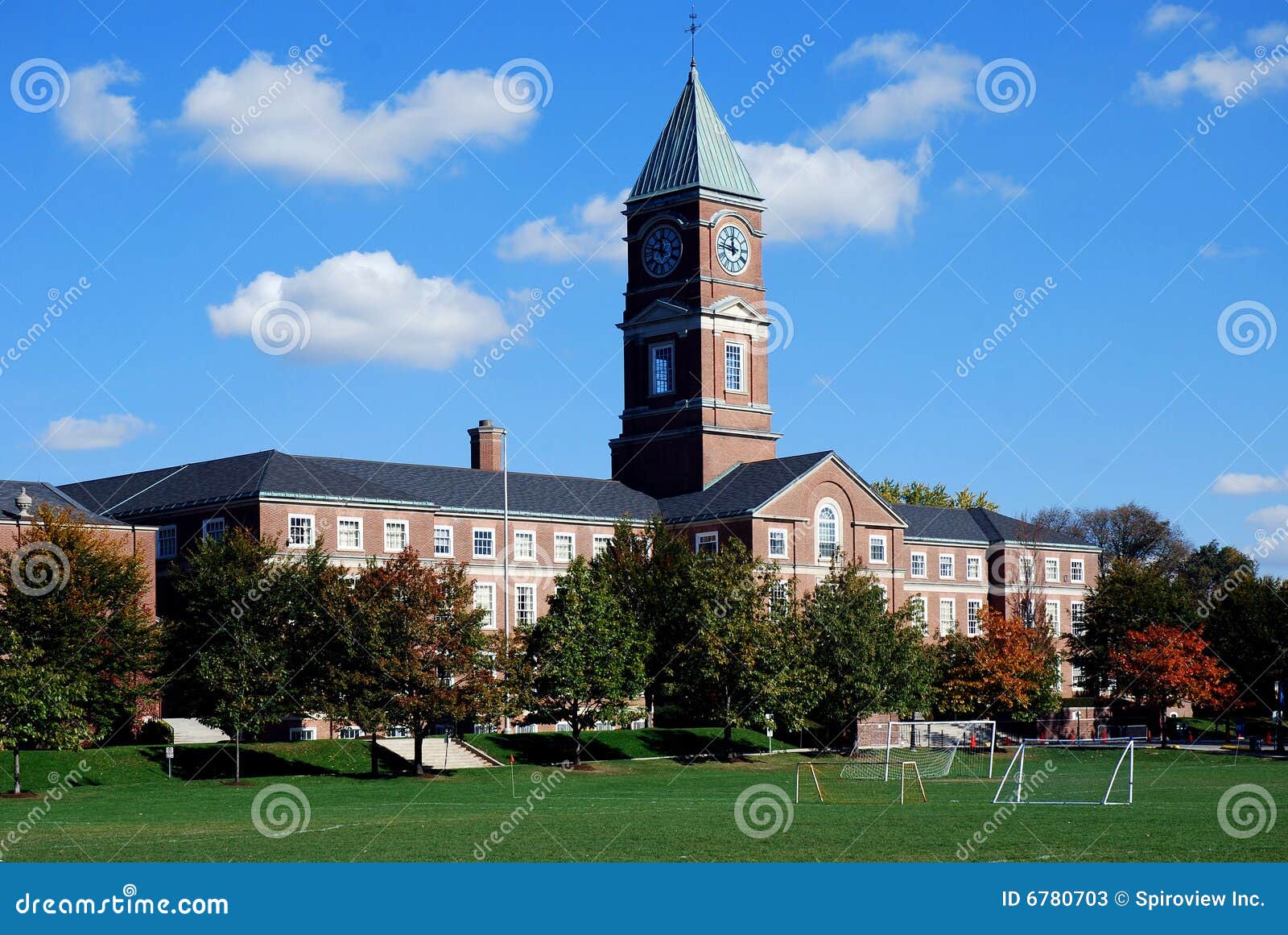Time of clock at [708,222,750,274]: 11:46
